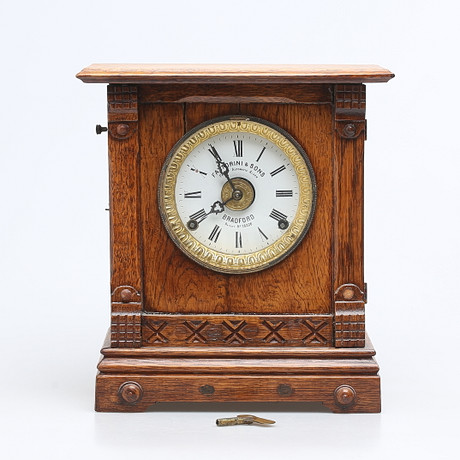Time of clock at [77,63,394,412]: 7:55
